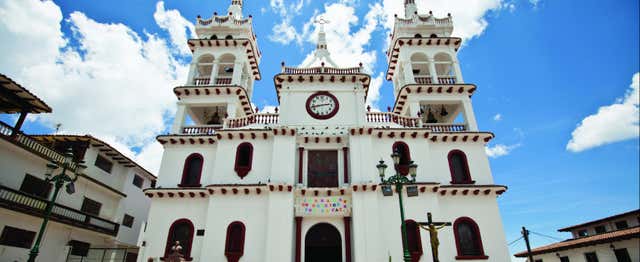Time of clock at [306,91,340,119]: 2:42
